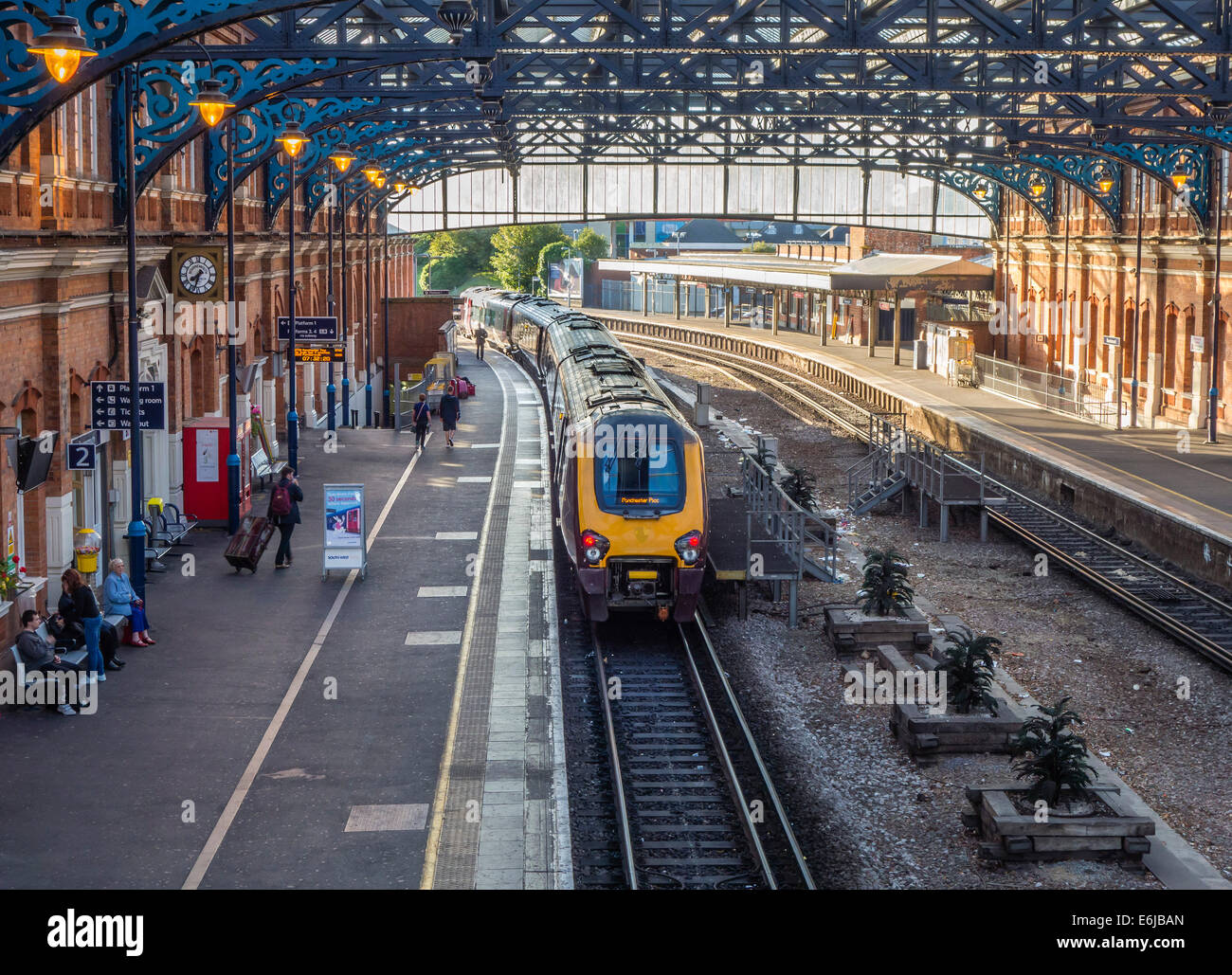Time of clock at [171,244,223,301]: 7:32
